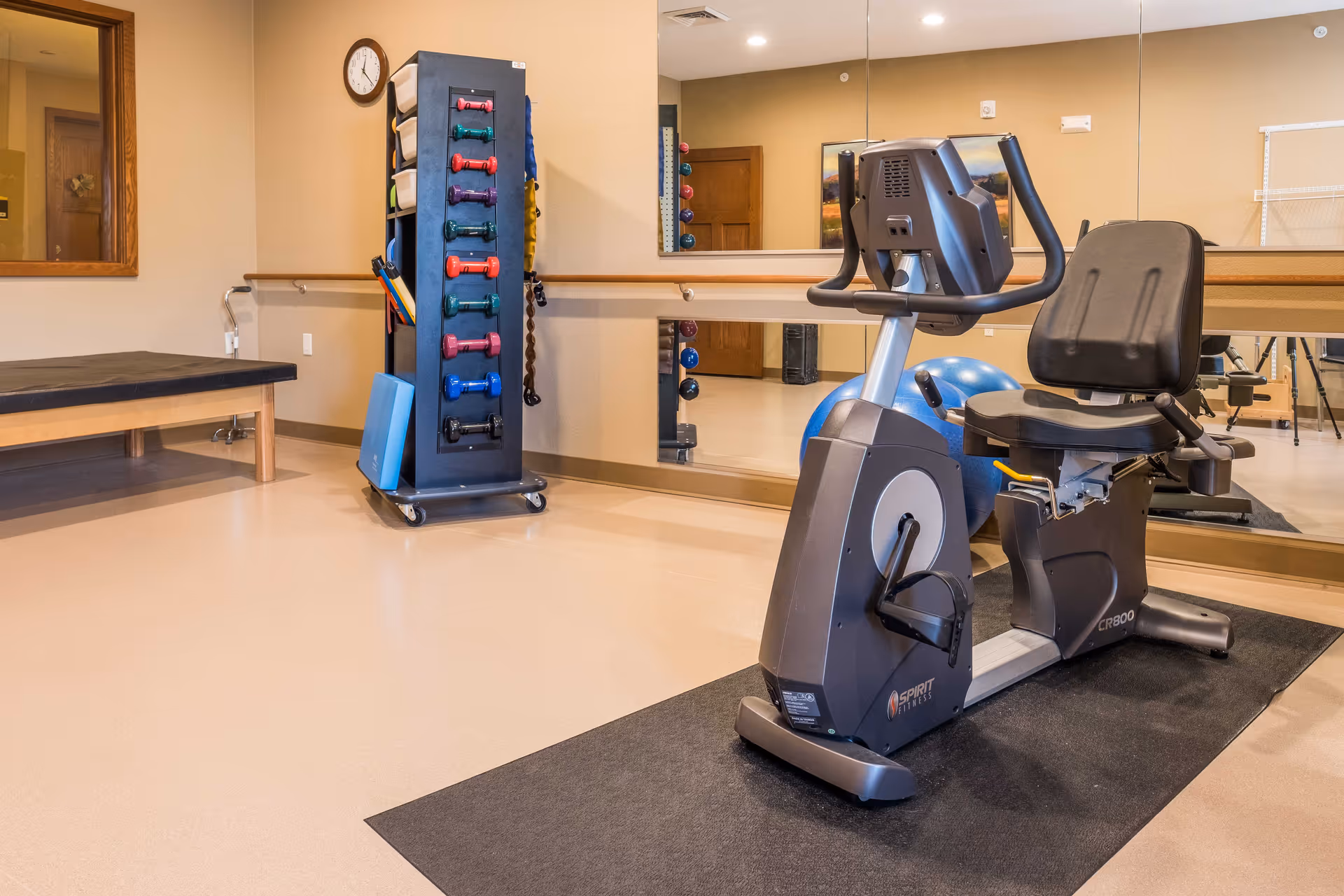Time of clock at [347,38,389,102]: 12:22
